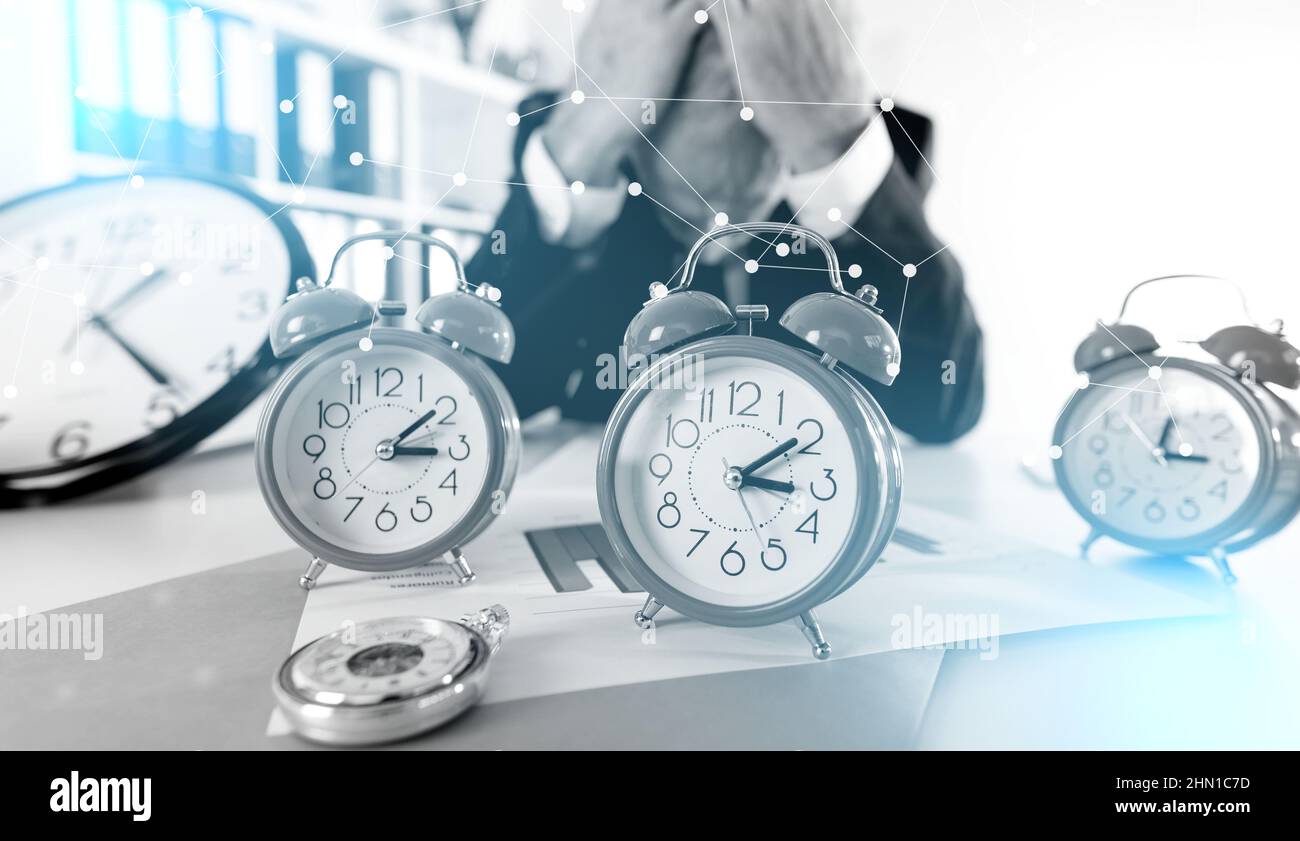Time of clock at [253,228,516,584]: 3:09
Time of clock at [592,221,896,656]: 3:09
